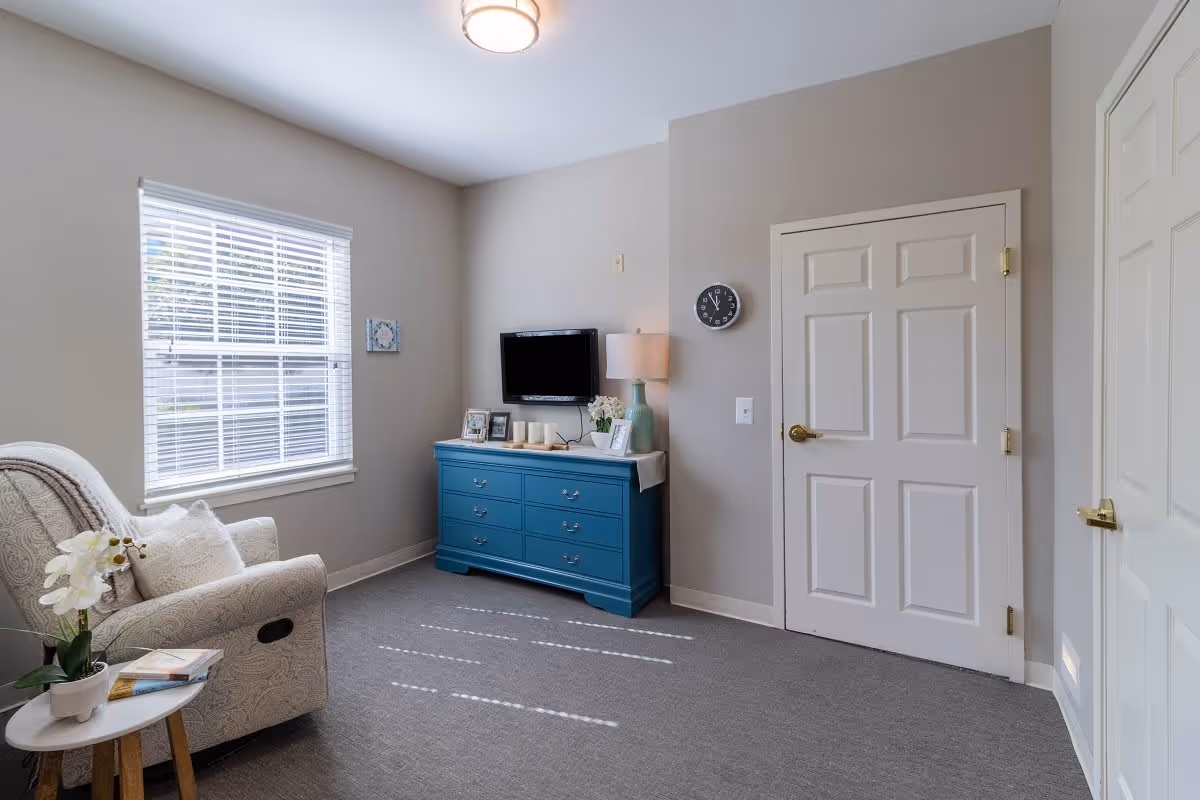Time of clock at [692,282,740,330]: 11:54
